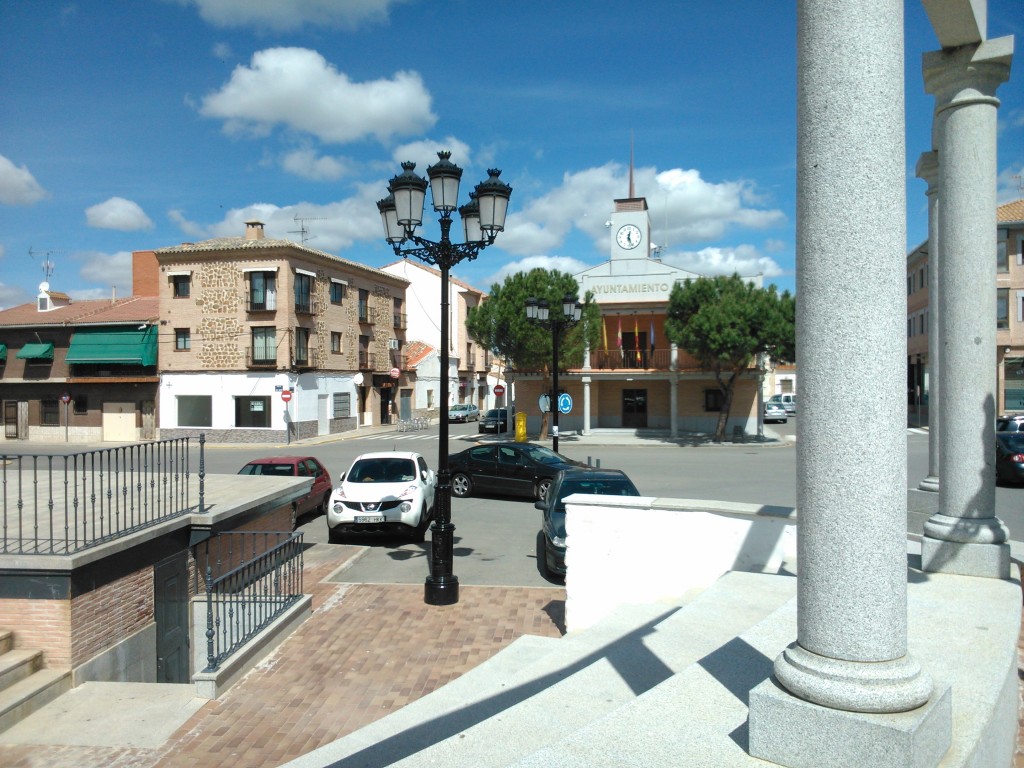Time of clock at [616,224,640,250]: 12:26
